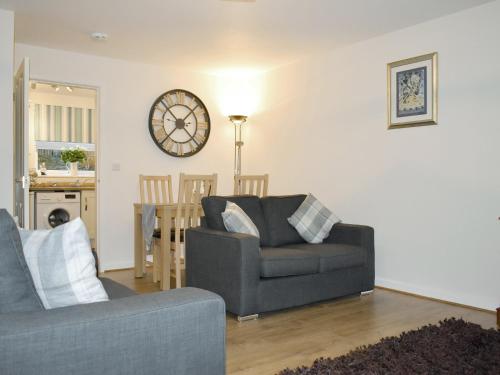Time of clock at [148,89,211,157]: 1:37
